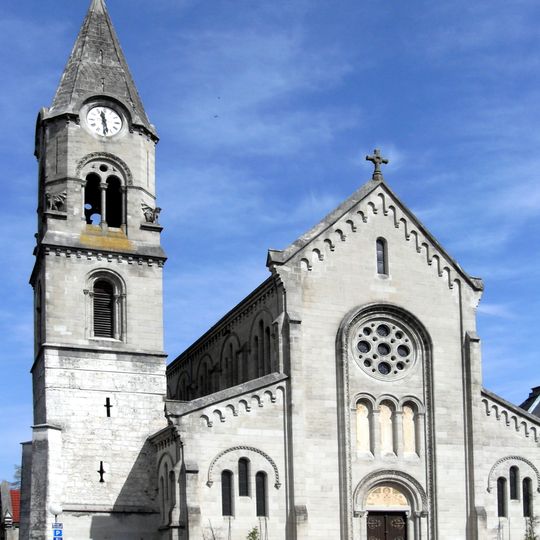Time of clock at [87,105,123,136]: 11:28
